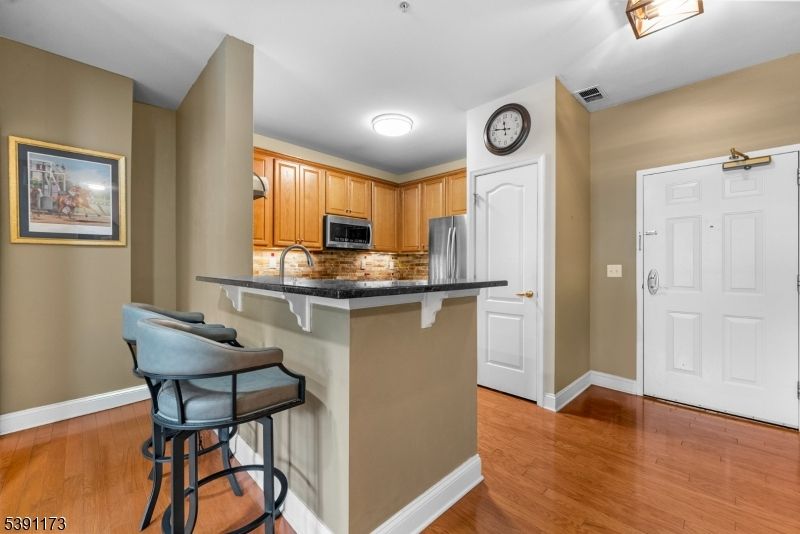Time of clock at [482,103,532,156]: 11:47
